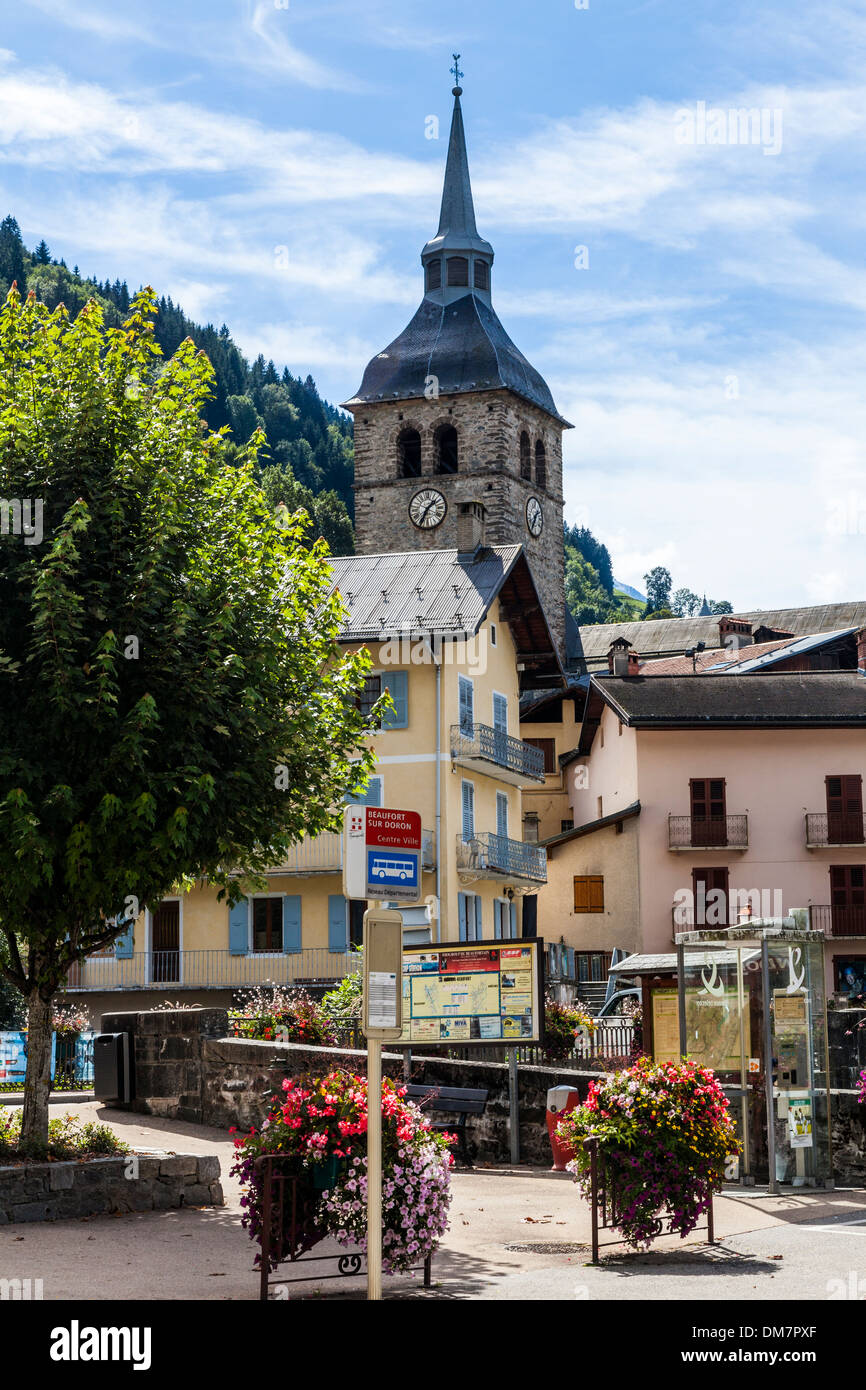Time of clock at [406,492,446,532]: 1:34
